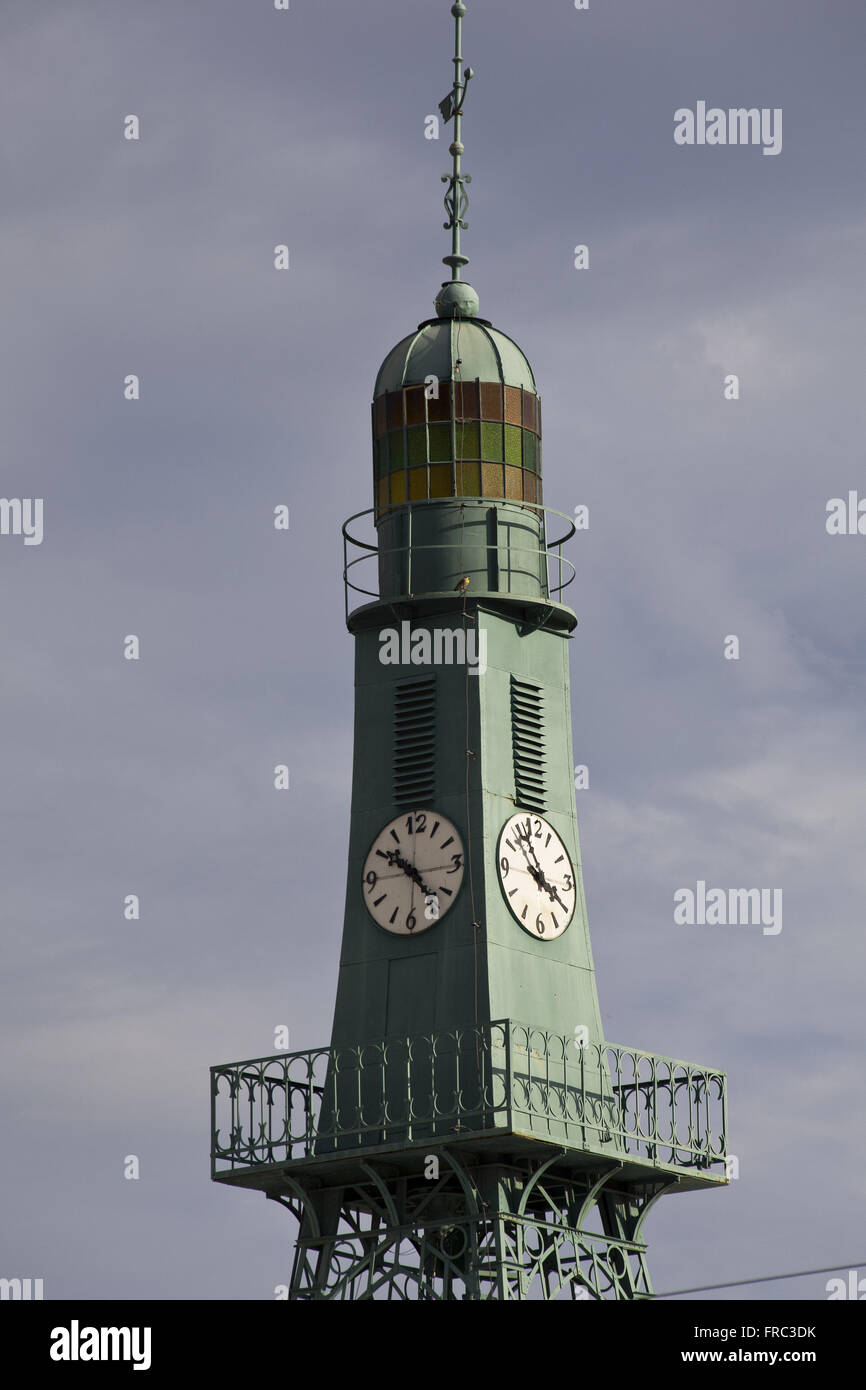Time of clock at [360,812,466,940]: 10:23
